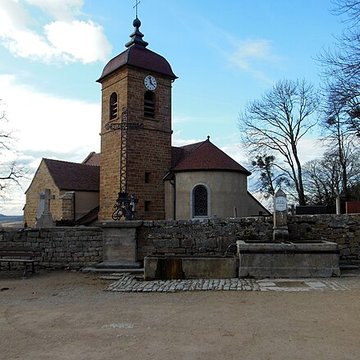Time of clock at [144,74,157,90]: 3:58
